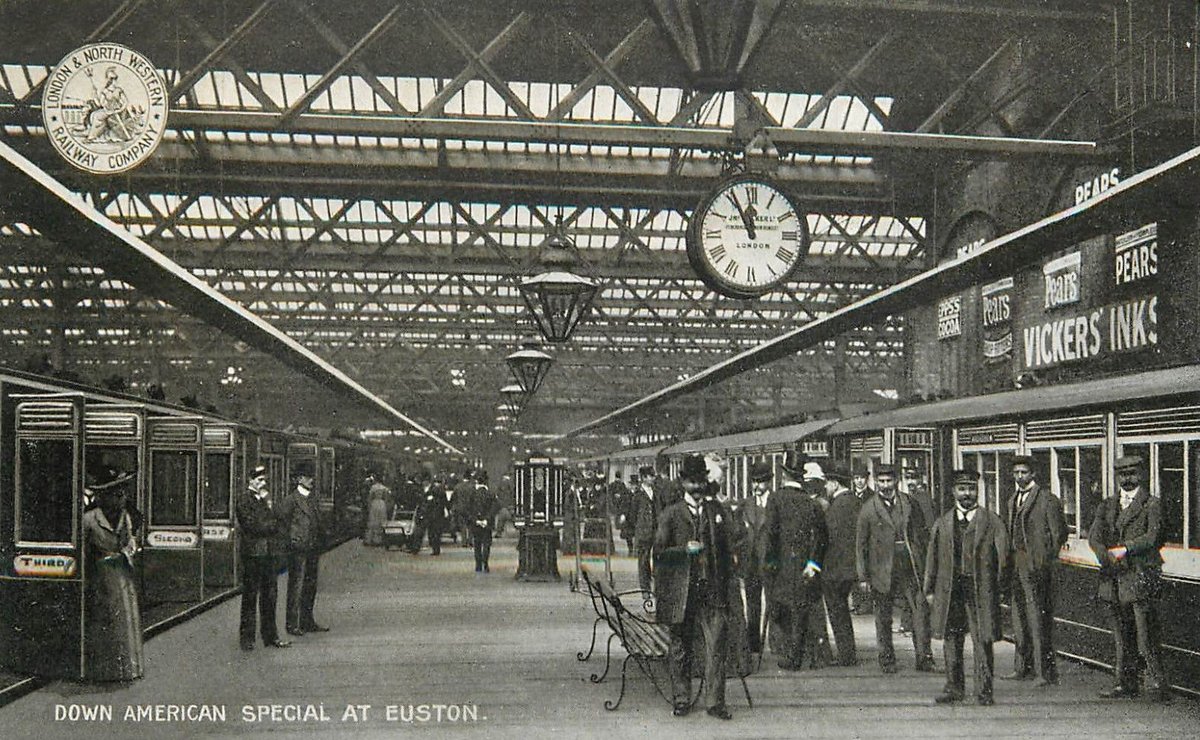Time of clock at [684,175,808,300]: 11:55
